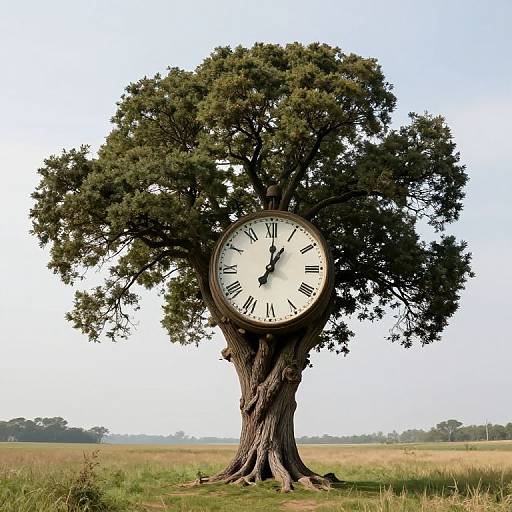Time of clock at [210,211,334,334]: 1:01
